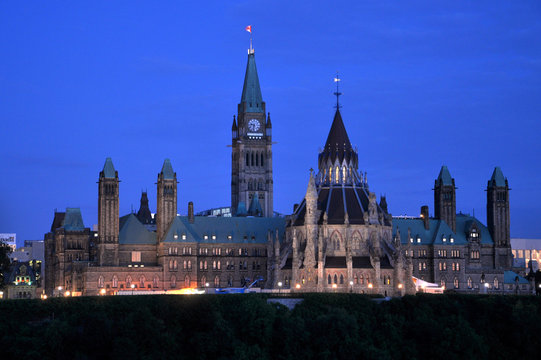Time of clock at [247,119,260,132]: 9:32
